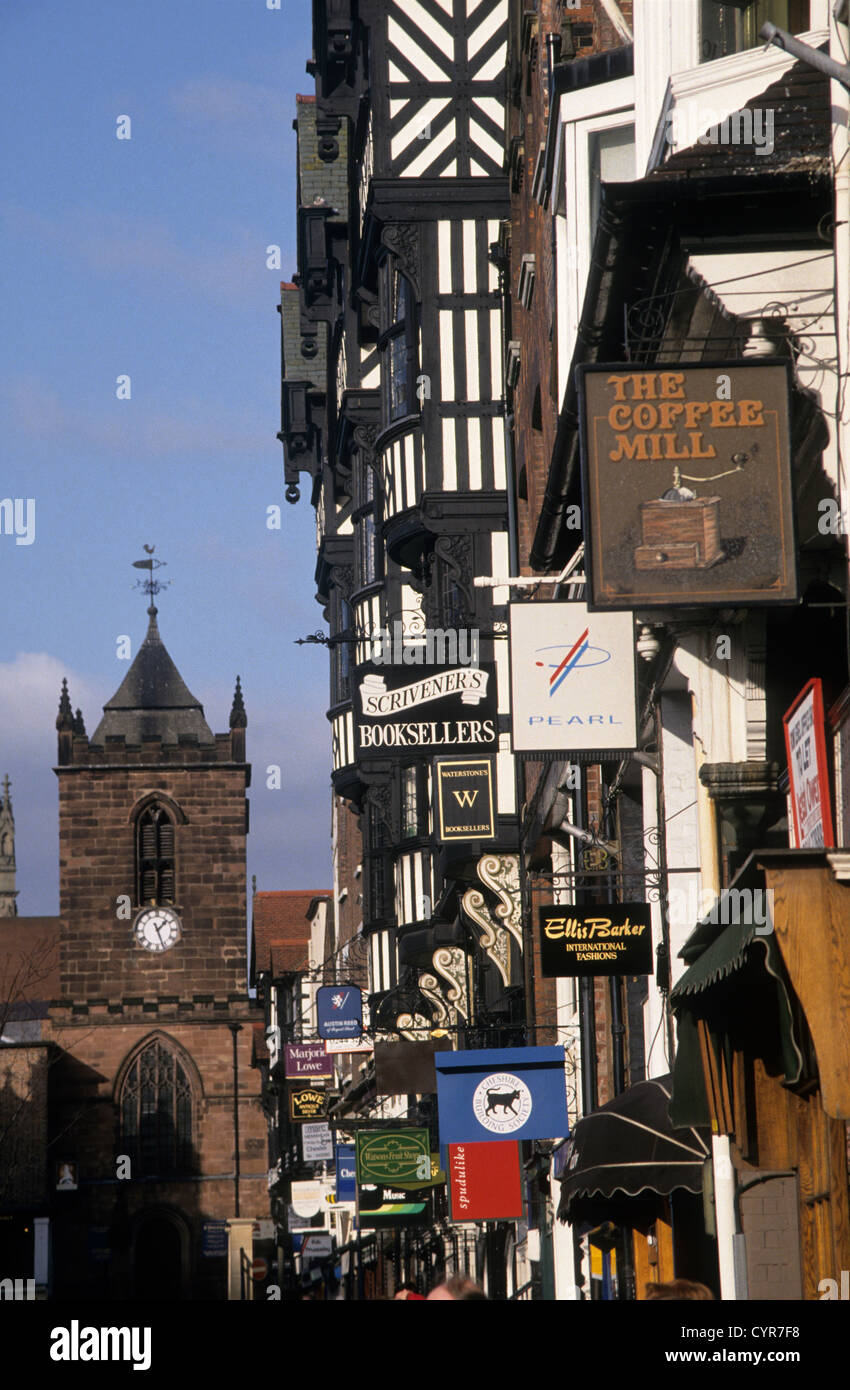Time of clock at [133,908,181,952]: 1:26
